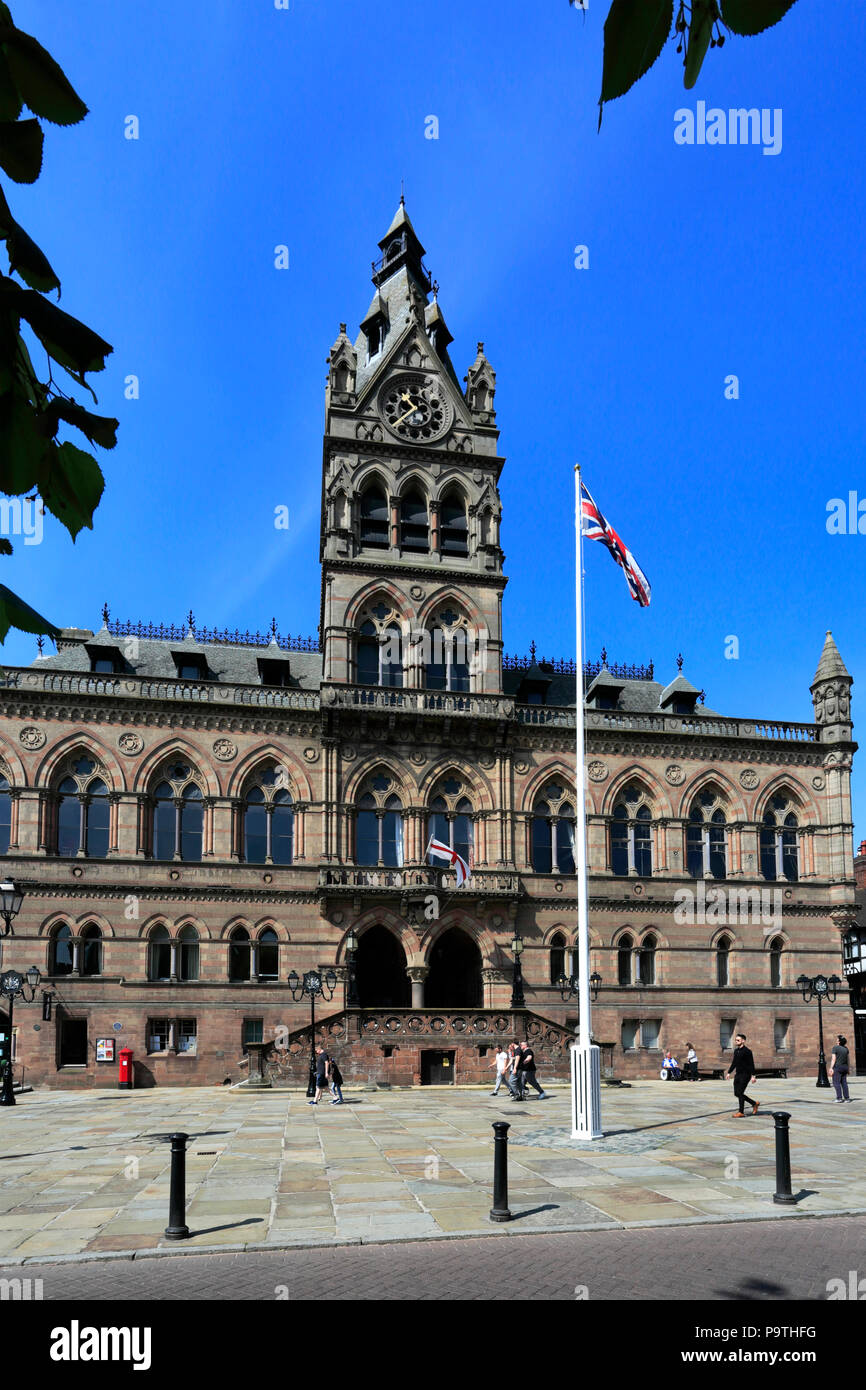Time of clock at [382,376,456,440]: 10:38
